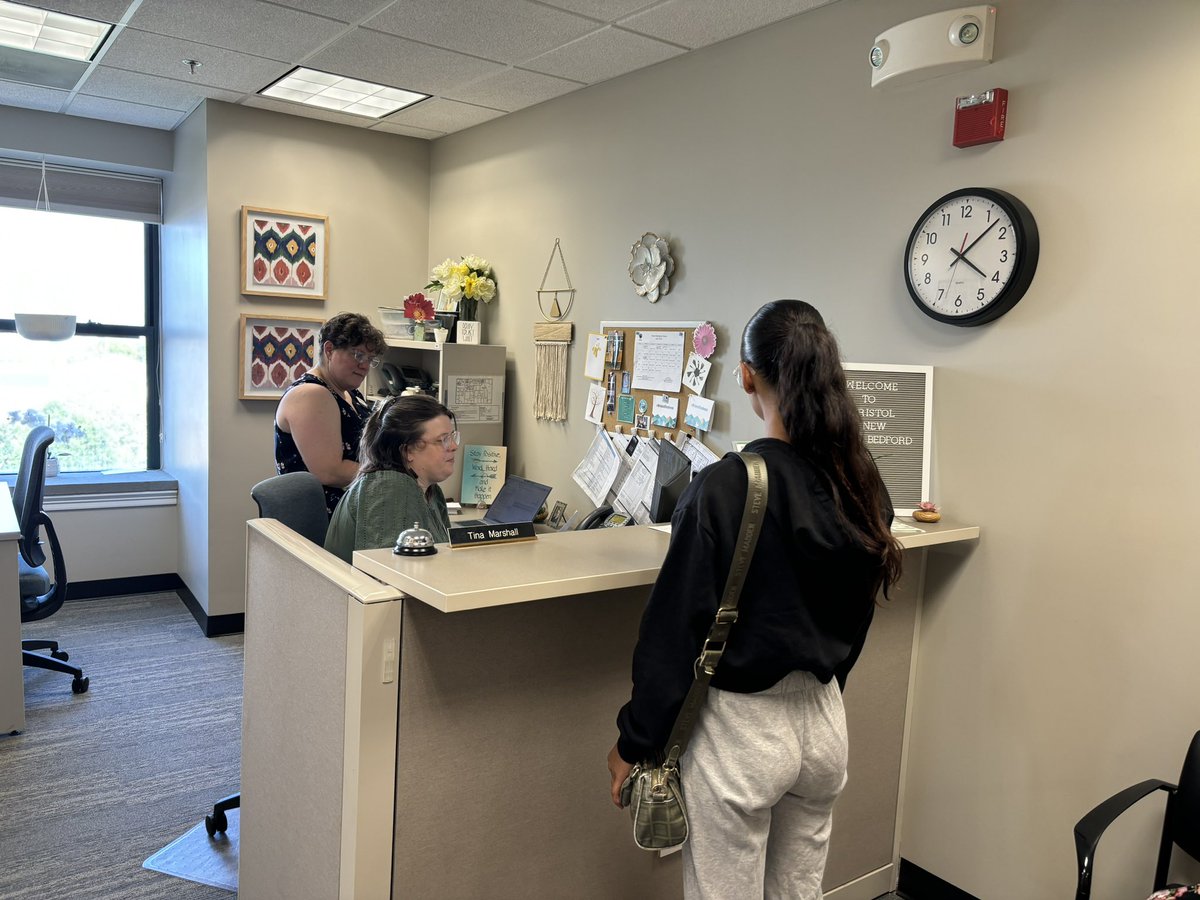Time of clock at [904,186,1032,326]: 4:07
